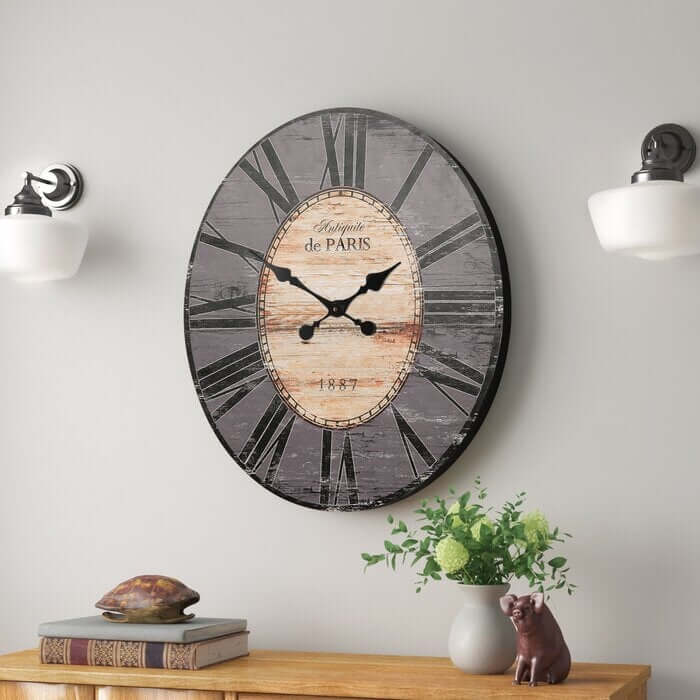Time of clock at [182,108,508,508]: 1:50
